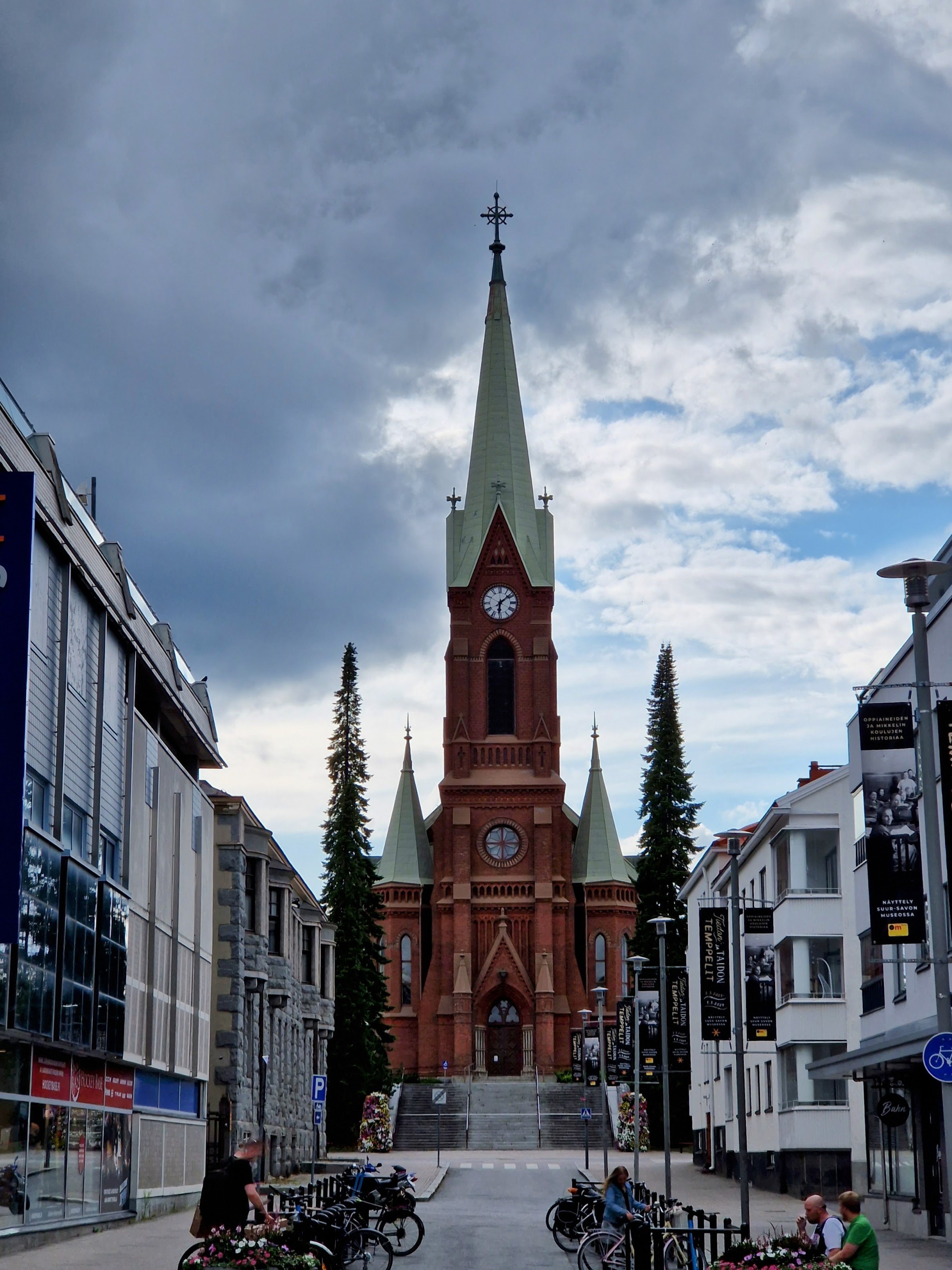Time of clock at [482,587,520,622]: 6:08
